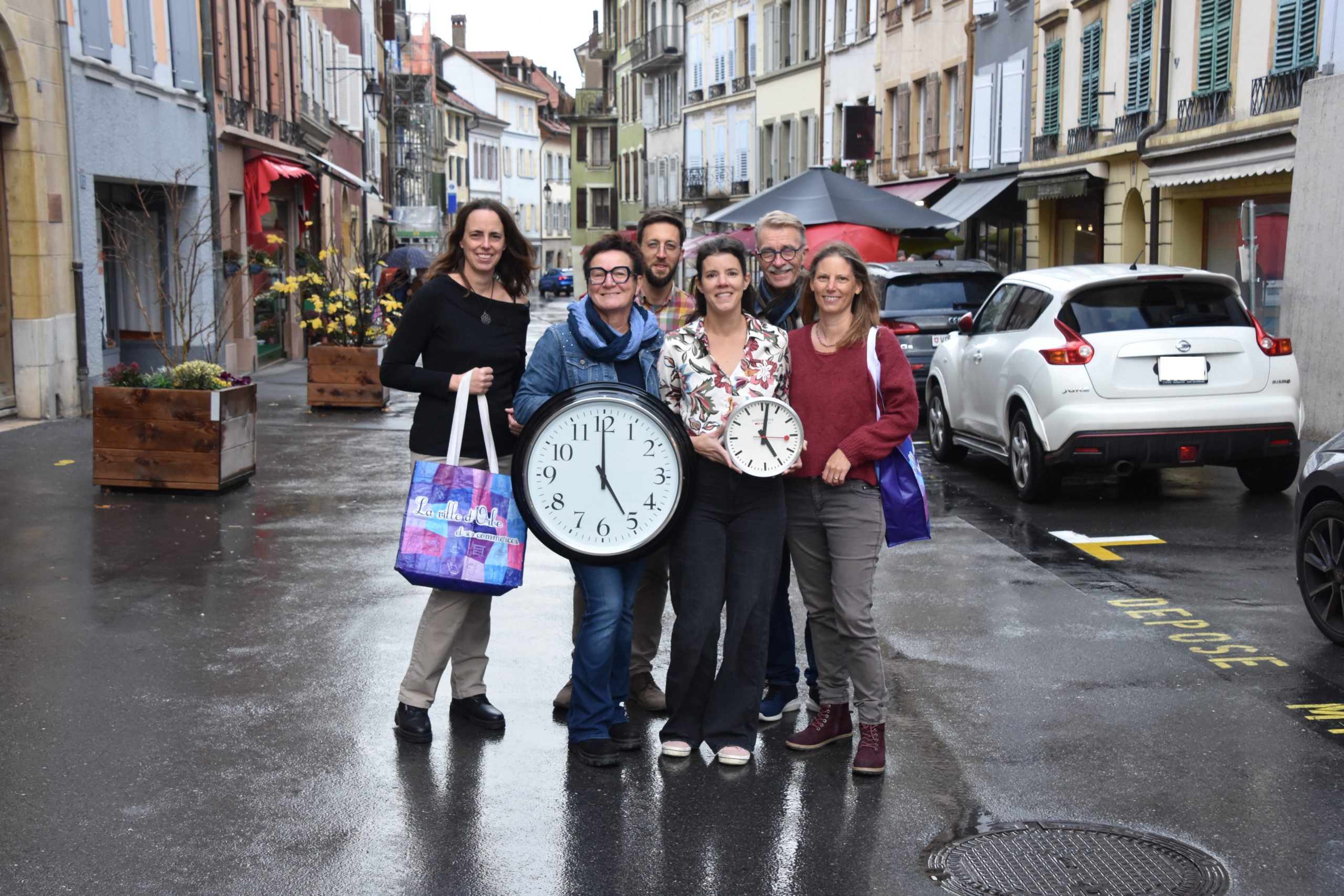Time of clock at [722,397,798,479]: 5:01
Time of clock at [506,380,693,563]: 5:00
